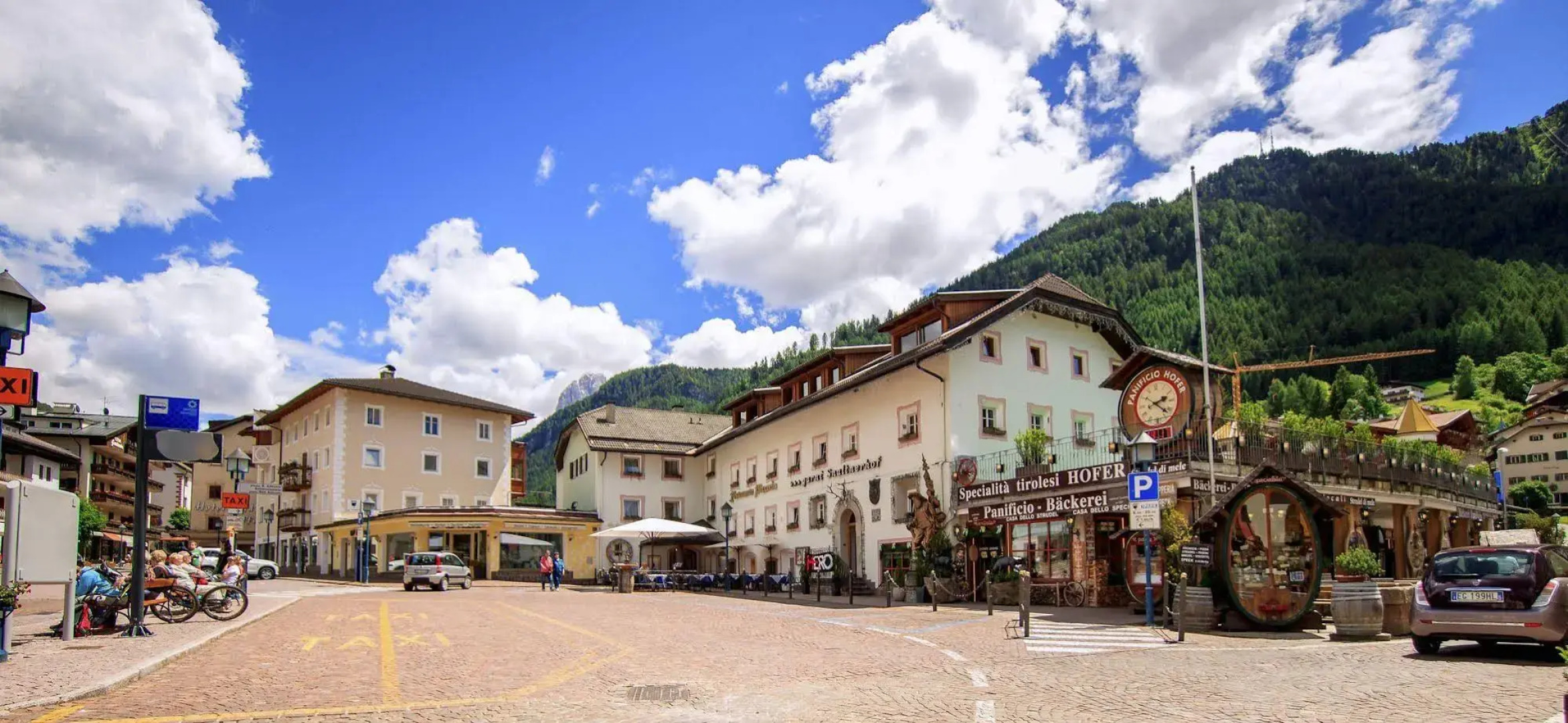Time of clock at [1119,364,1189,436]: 2:21
